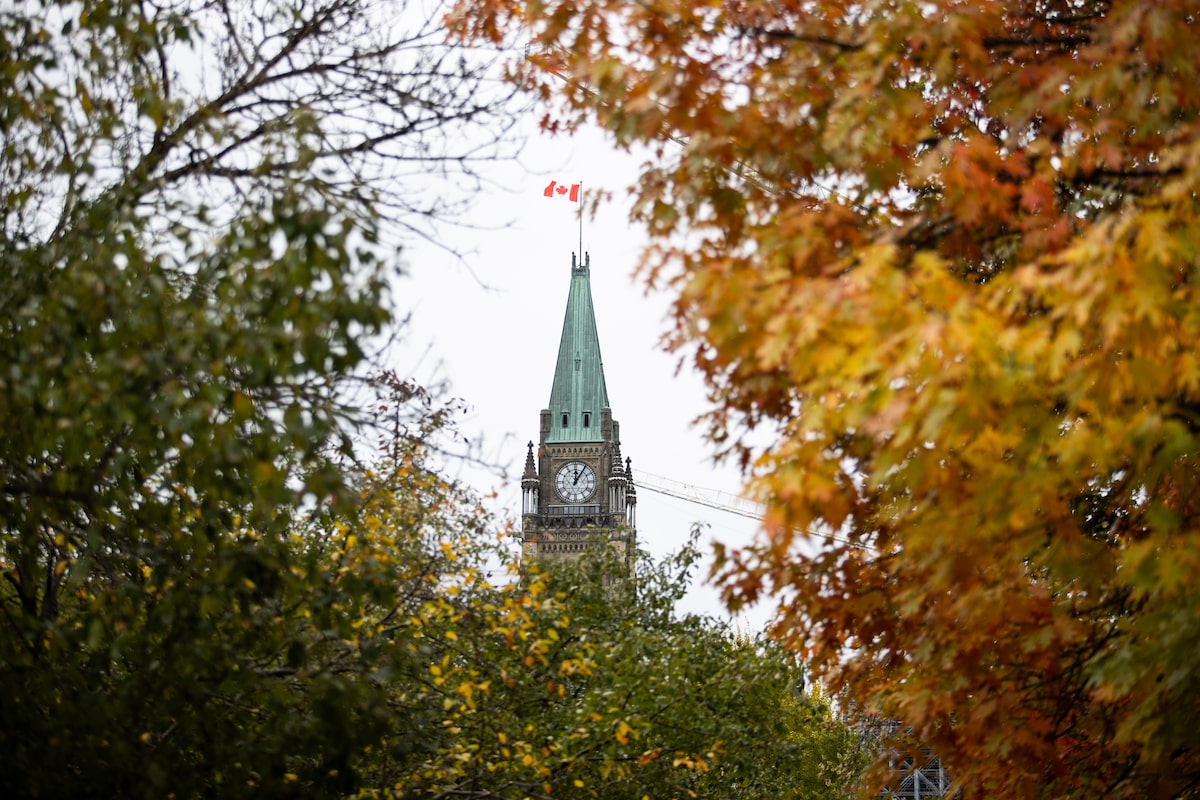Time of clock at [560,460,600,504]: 12:05
